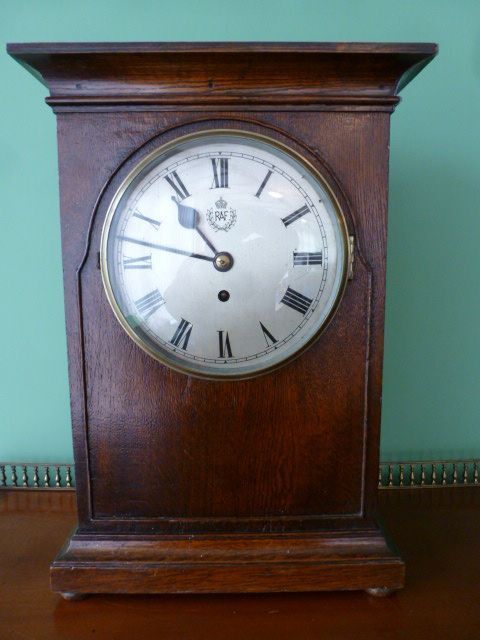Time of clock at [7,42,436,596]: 10:47
